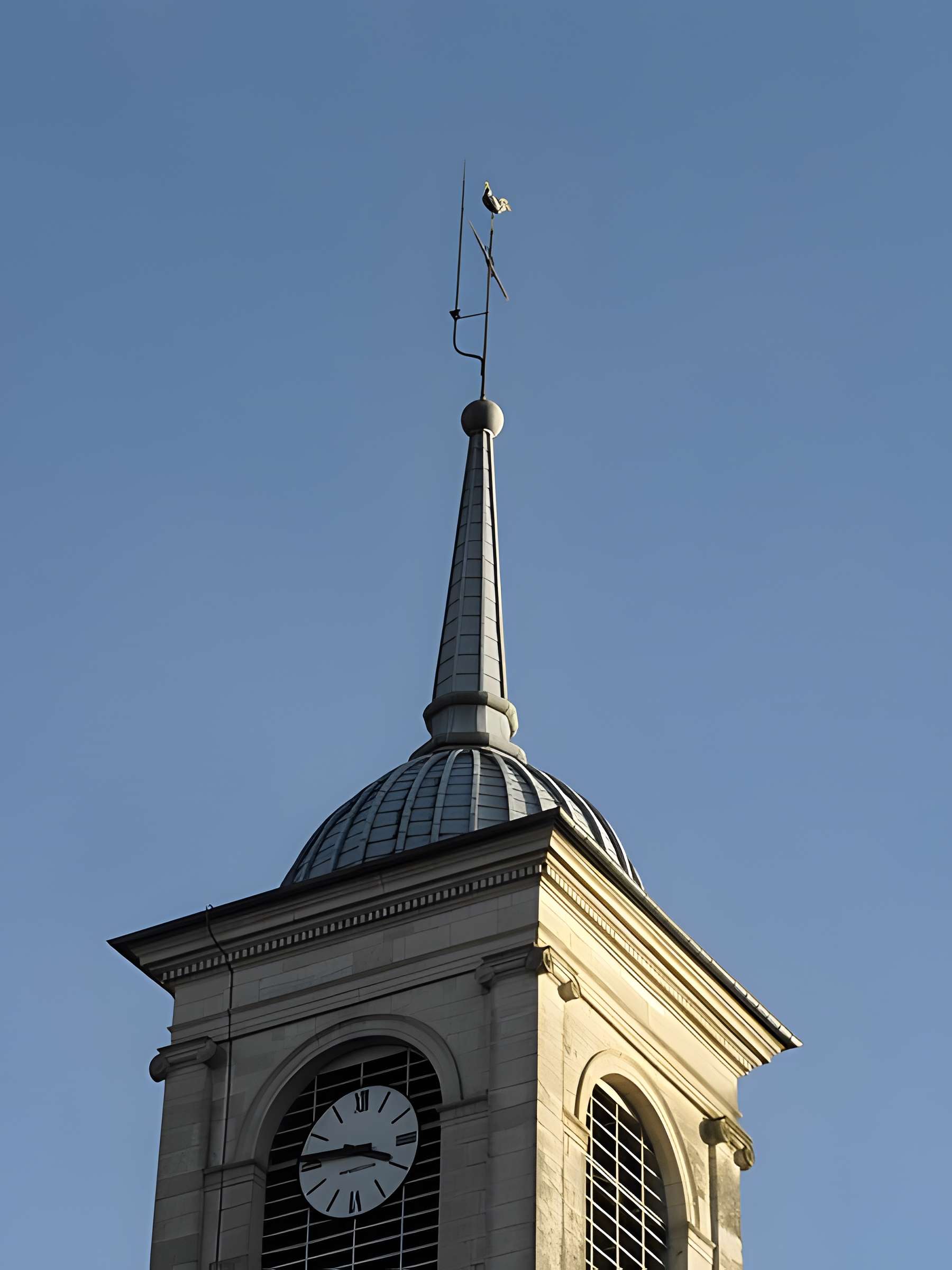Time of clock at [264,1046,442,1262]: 3:45
